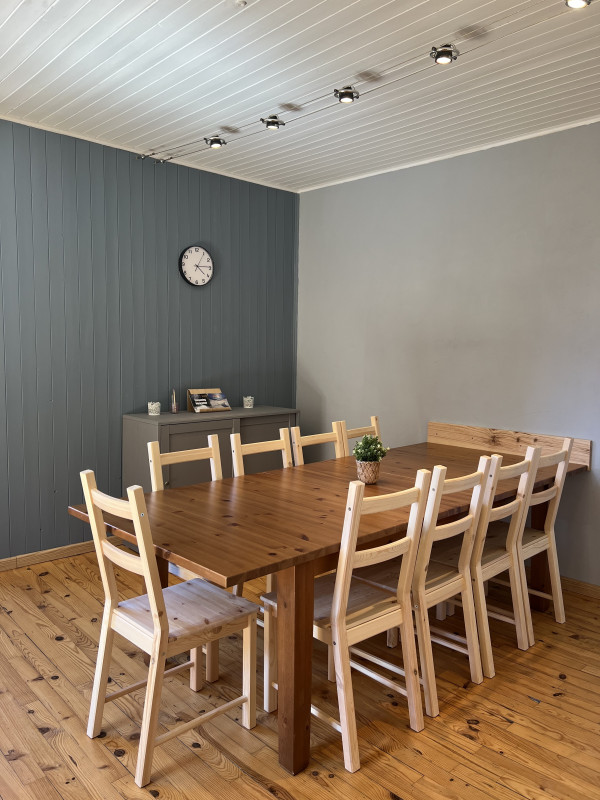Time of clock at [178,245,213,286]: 4:14
